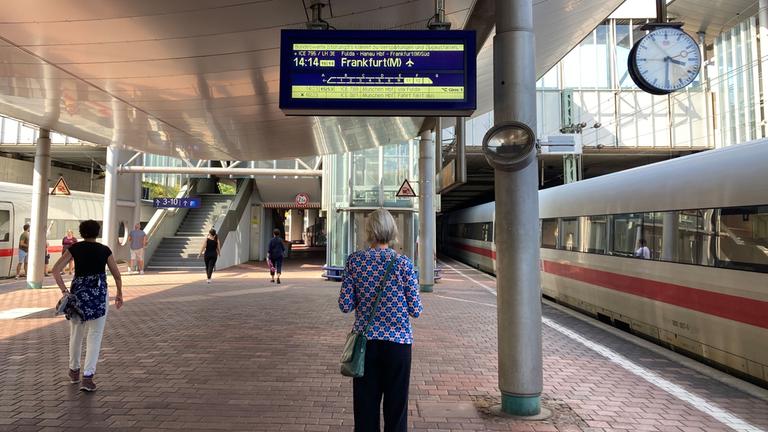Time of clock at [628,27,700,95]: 3:30
